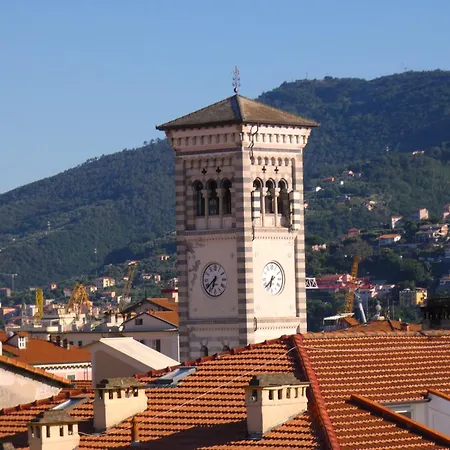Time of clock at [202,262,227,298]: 6:38
